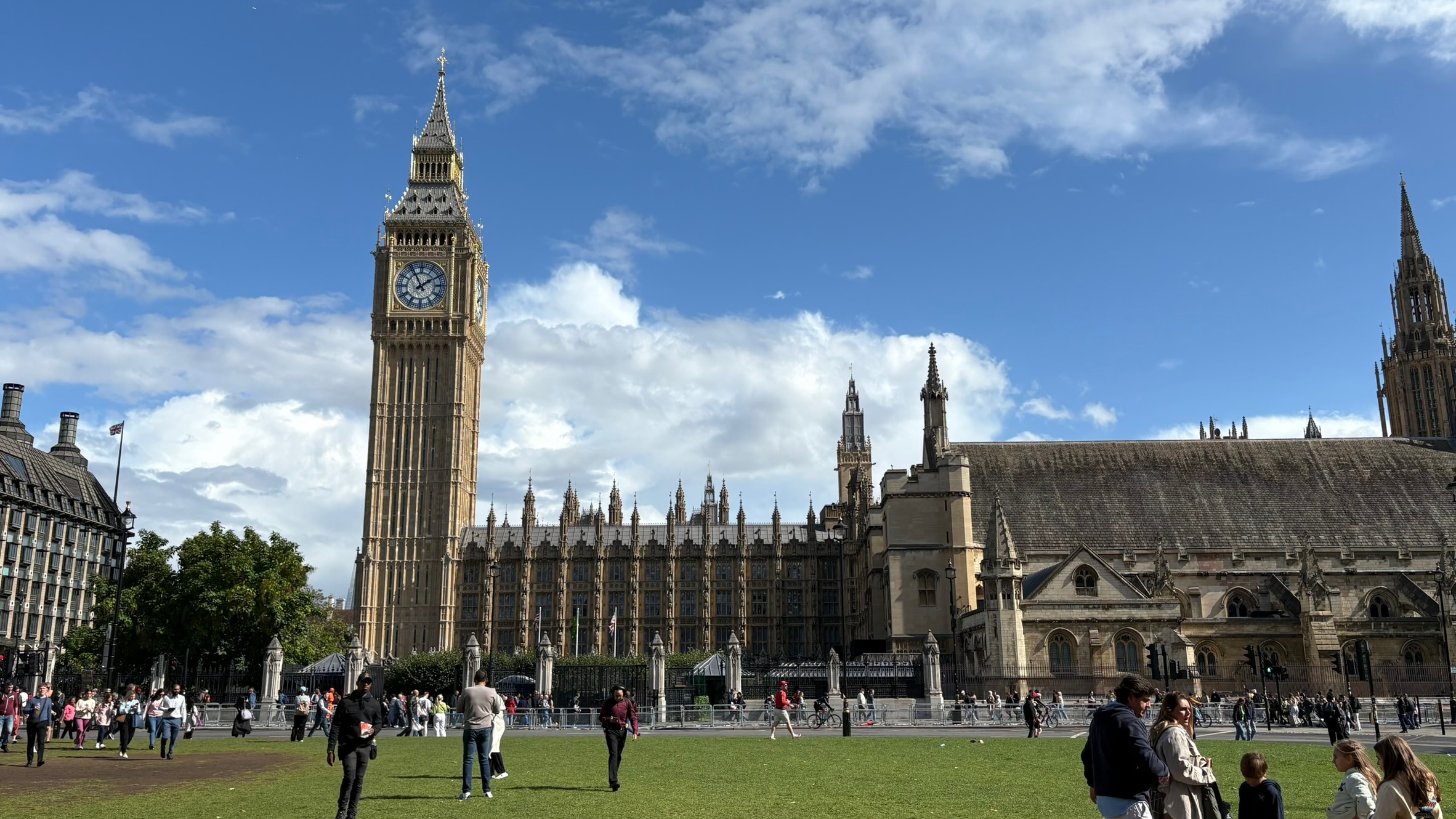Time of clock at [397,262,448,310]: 1:55
